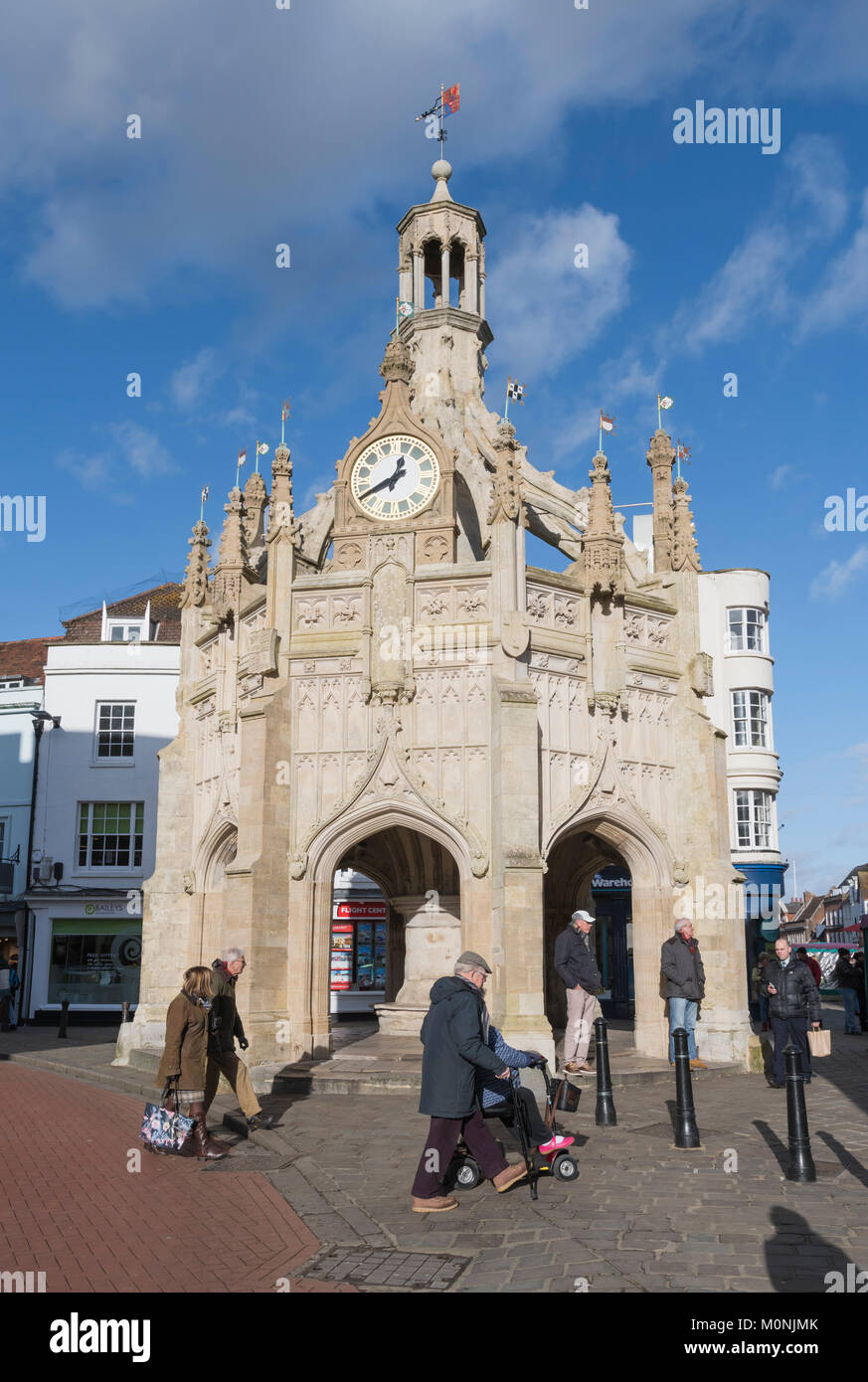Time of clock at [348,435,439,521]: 12:39
